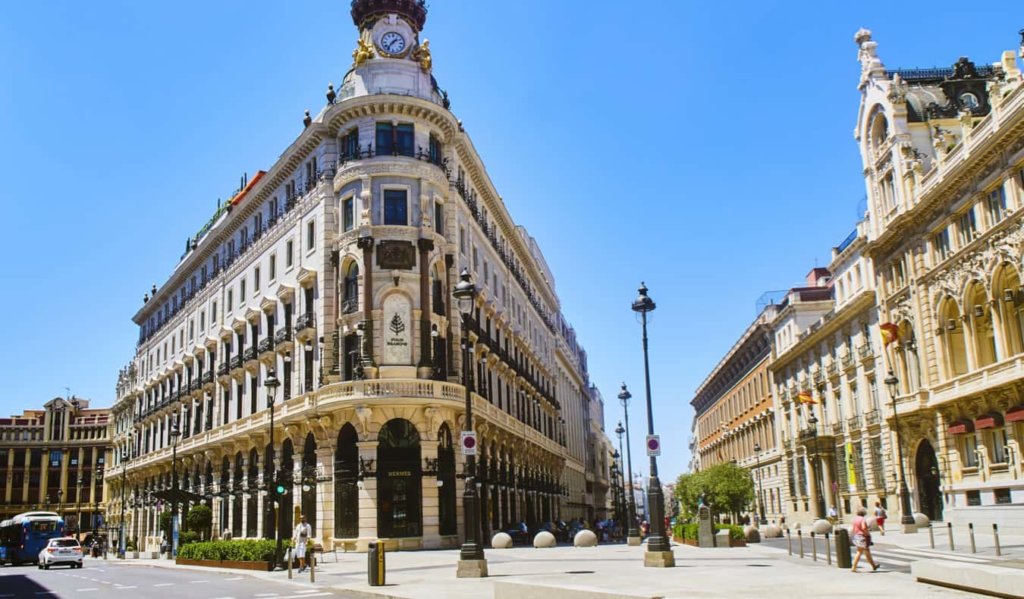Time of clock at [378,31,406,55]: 1:36
